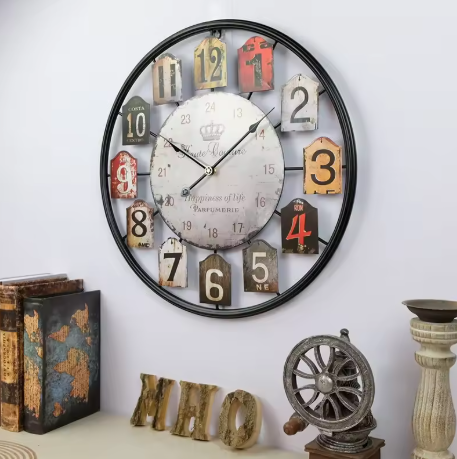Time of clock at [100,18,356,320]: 10:08
